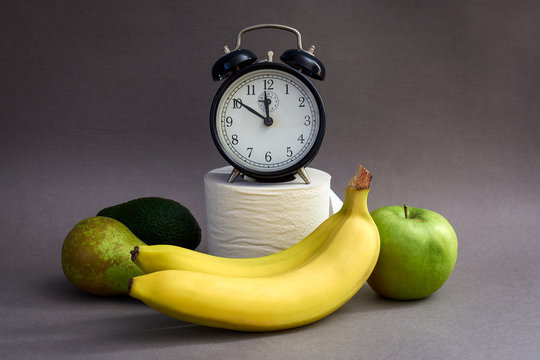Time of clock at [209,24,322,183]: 11:50
